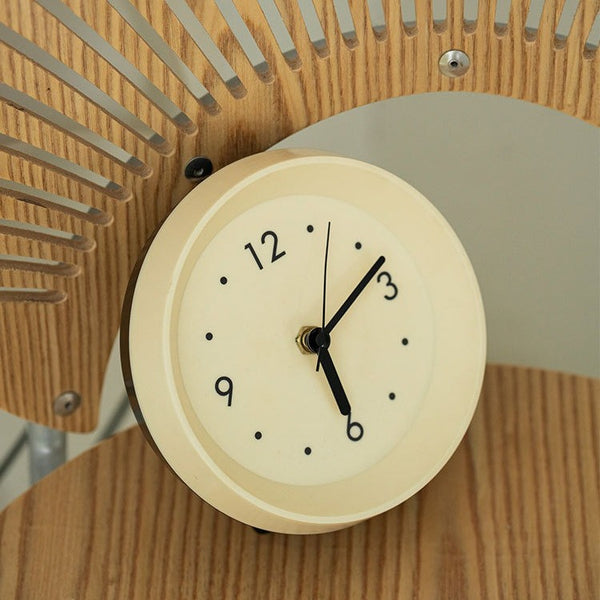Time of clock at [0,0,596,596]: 5:07
